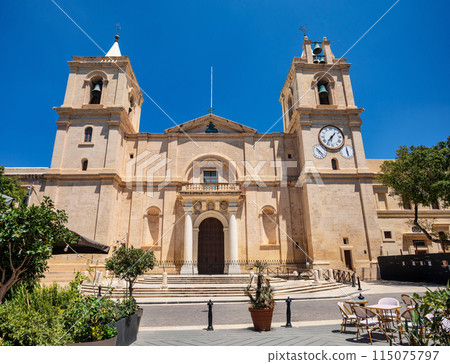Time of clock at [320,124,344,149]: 7:07
